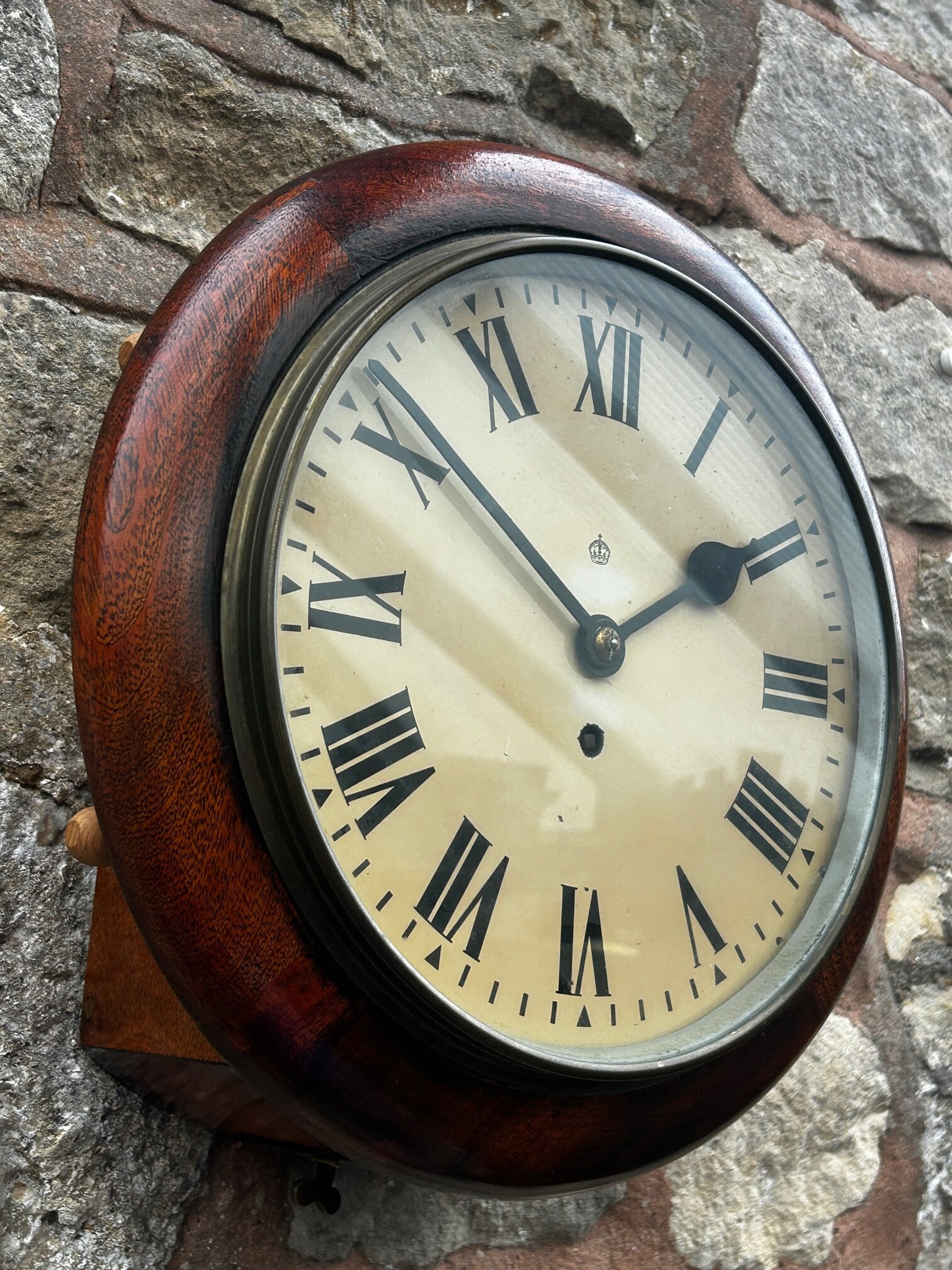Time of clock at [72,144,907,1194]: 1:51
